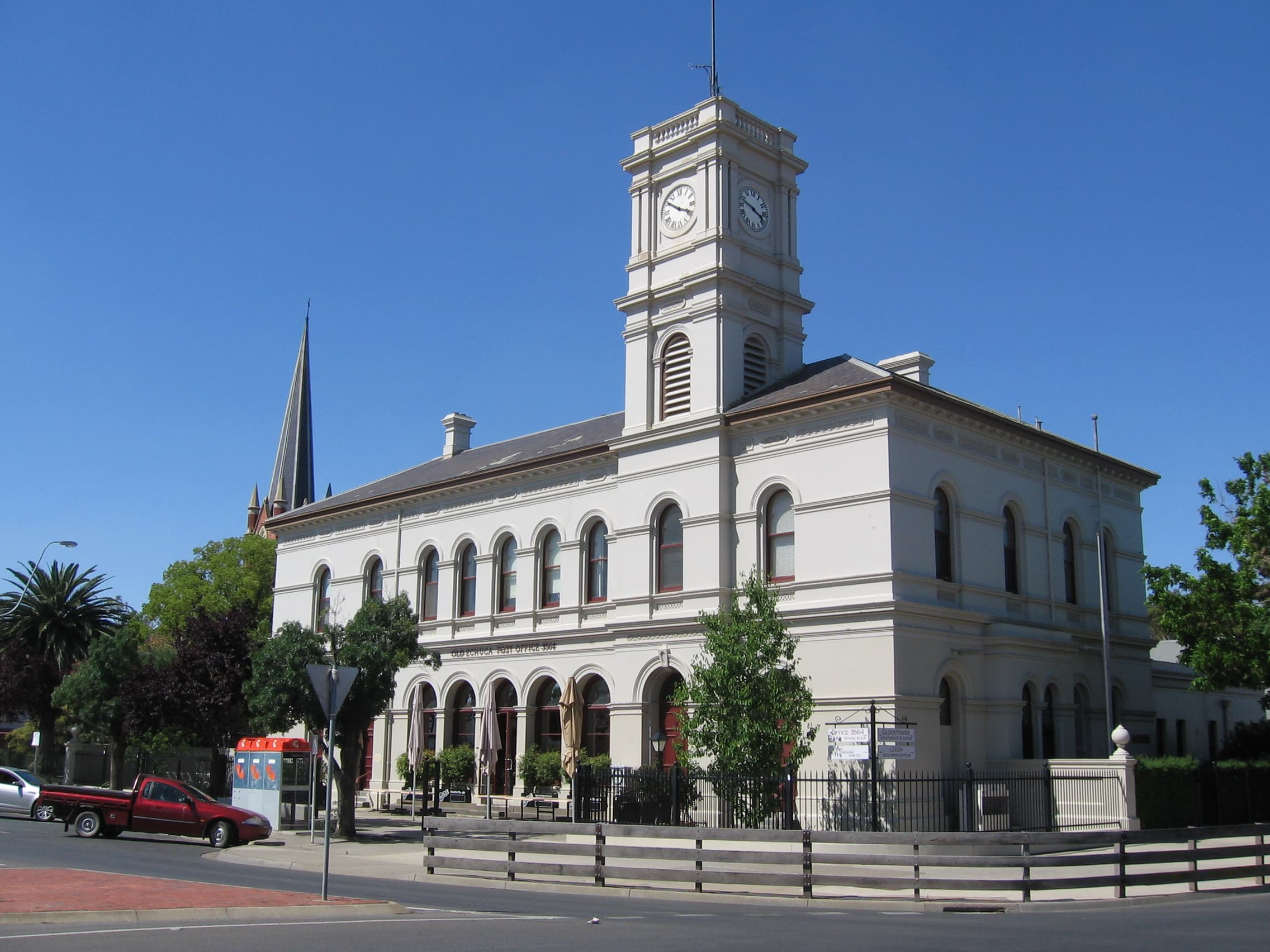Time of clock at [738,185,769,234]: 3:48
